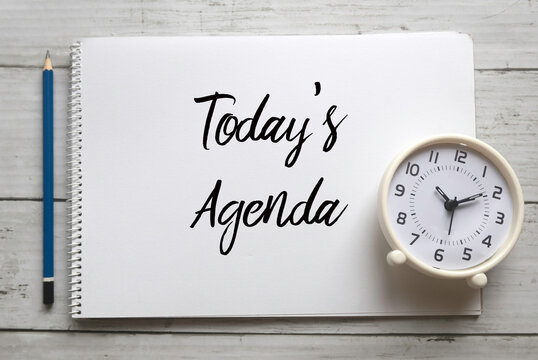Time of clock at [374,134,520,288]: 10:09
